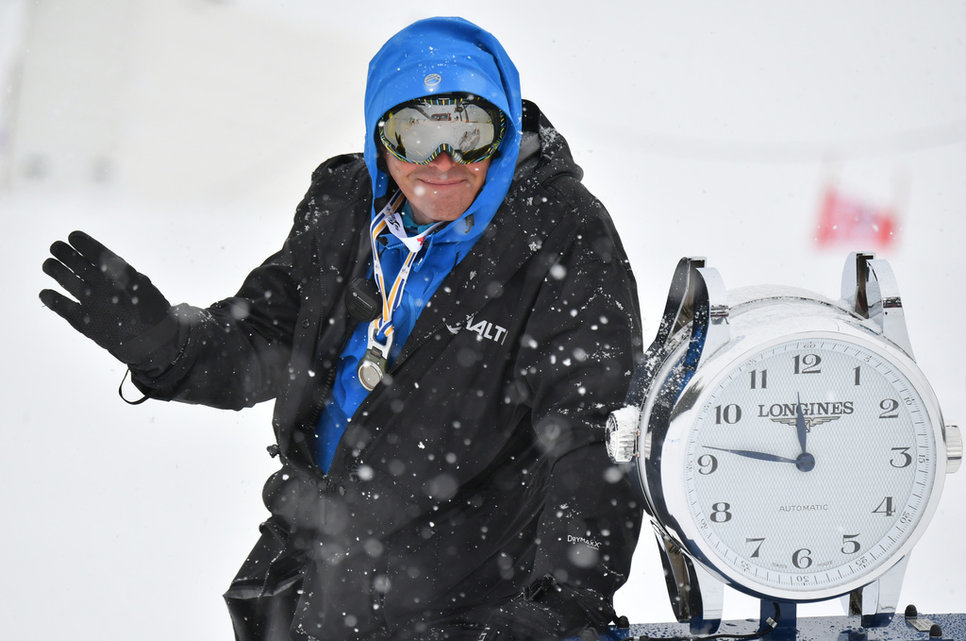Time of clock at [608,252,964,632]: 11:46
